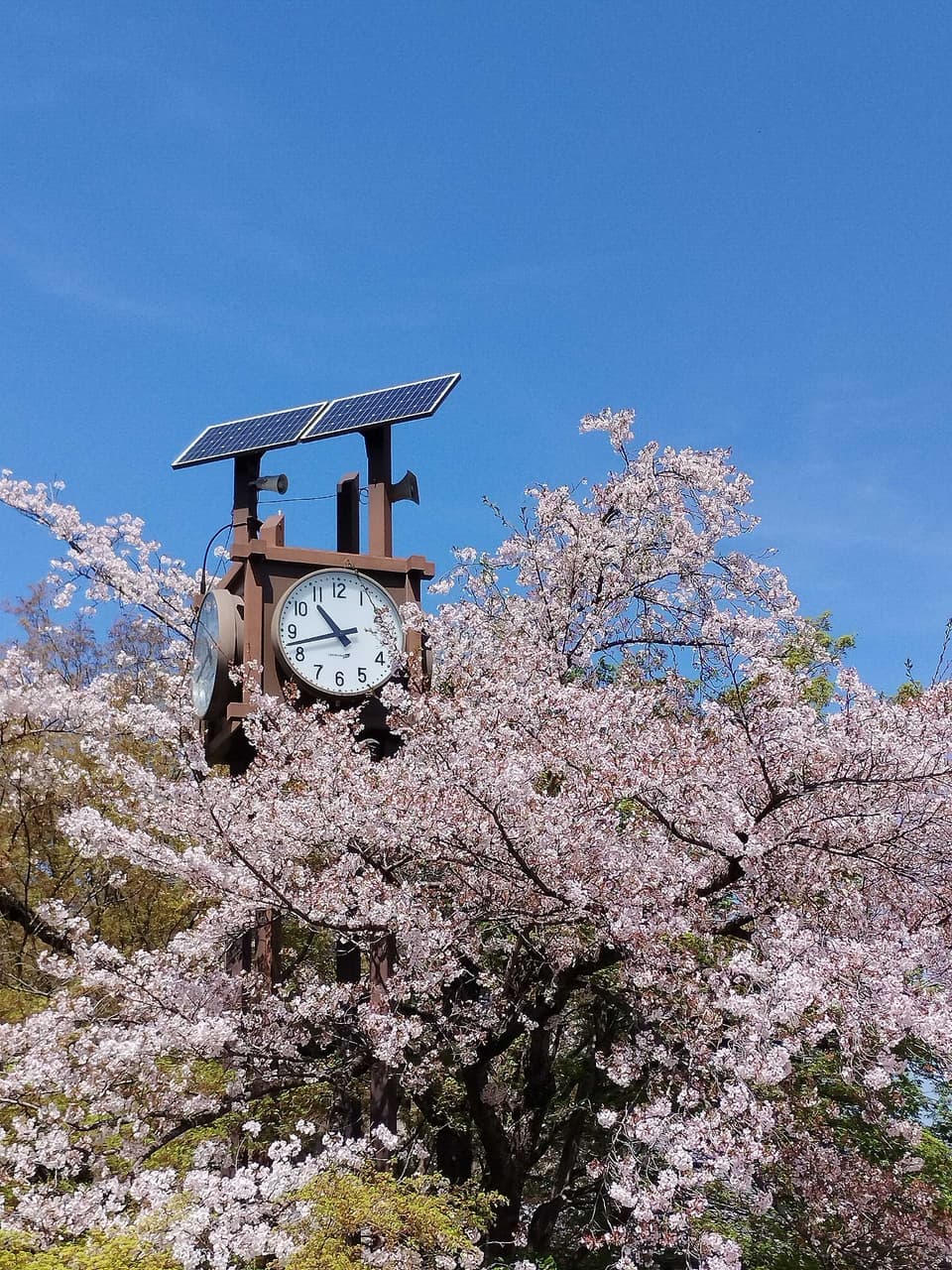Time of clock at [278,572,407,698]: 10:42
